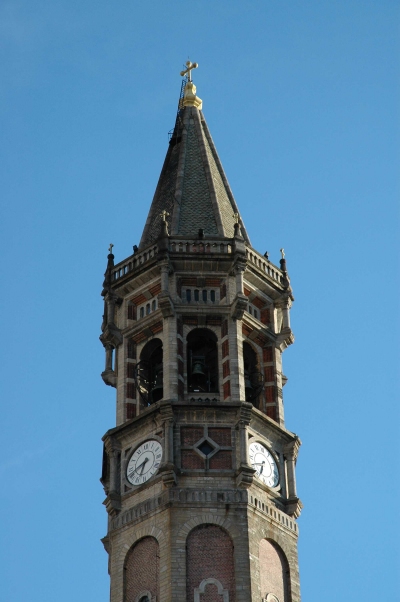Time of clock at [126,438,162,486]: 6:41
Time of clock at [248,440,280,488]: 6:40
